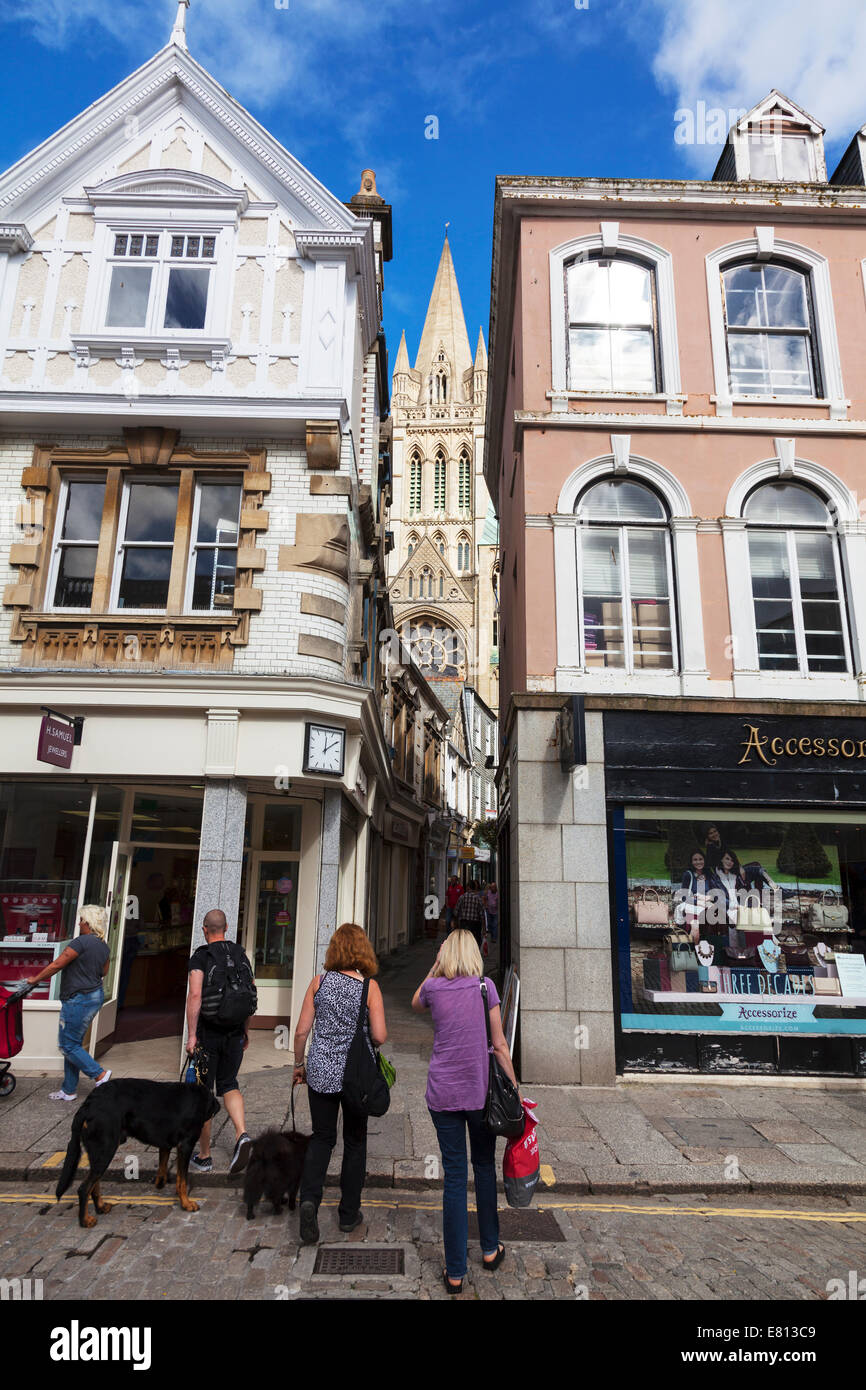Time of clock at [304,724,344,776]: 12:09
